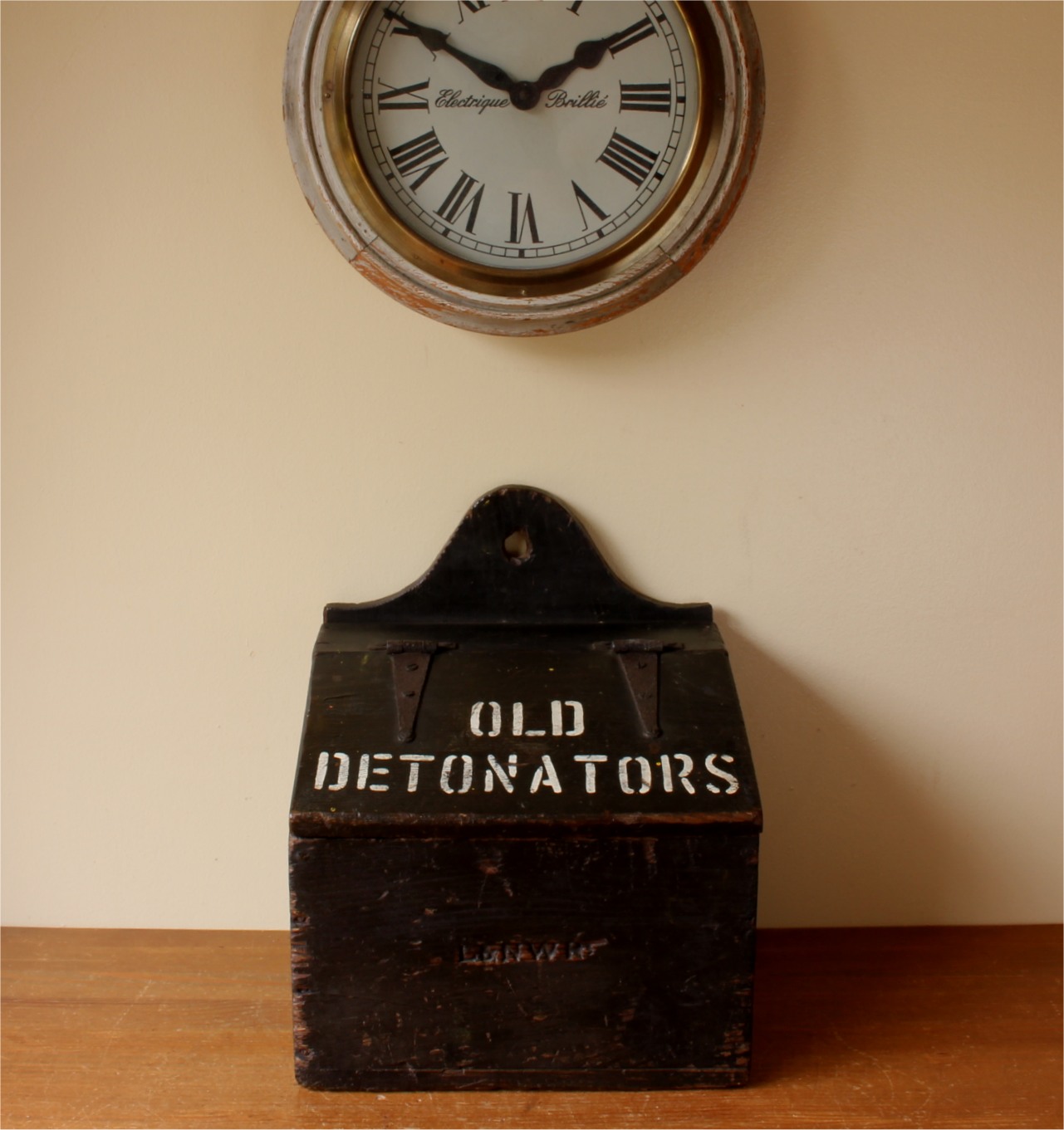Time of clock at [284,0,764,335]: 1:50
